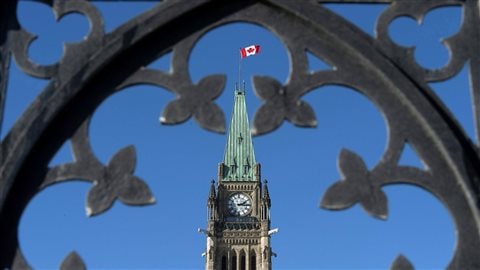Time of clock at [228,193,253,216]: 2:15
